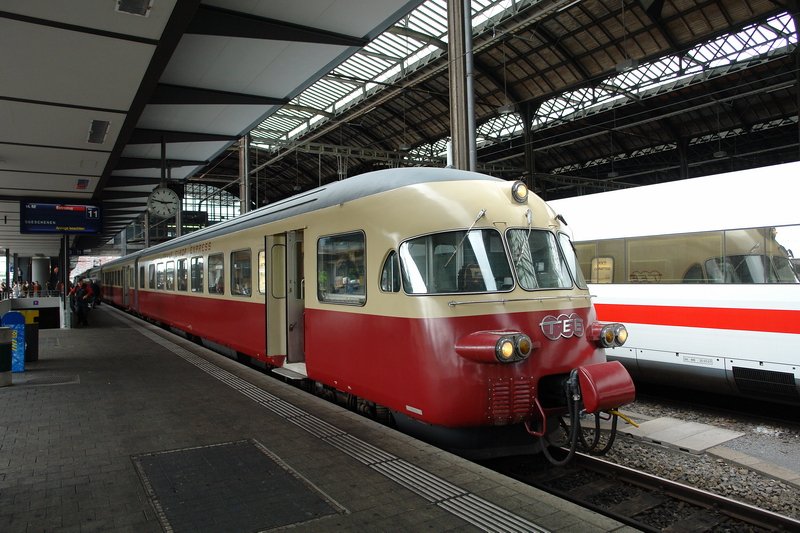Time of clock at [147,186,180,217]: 2:47
